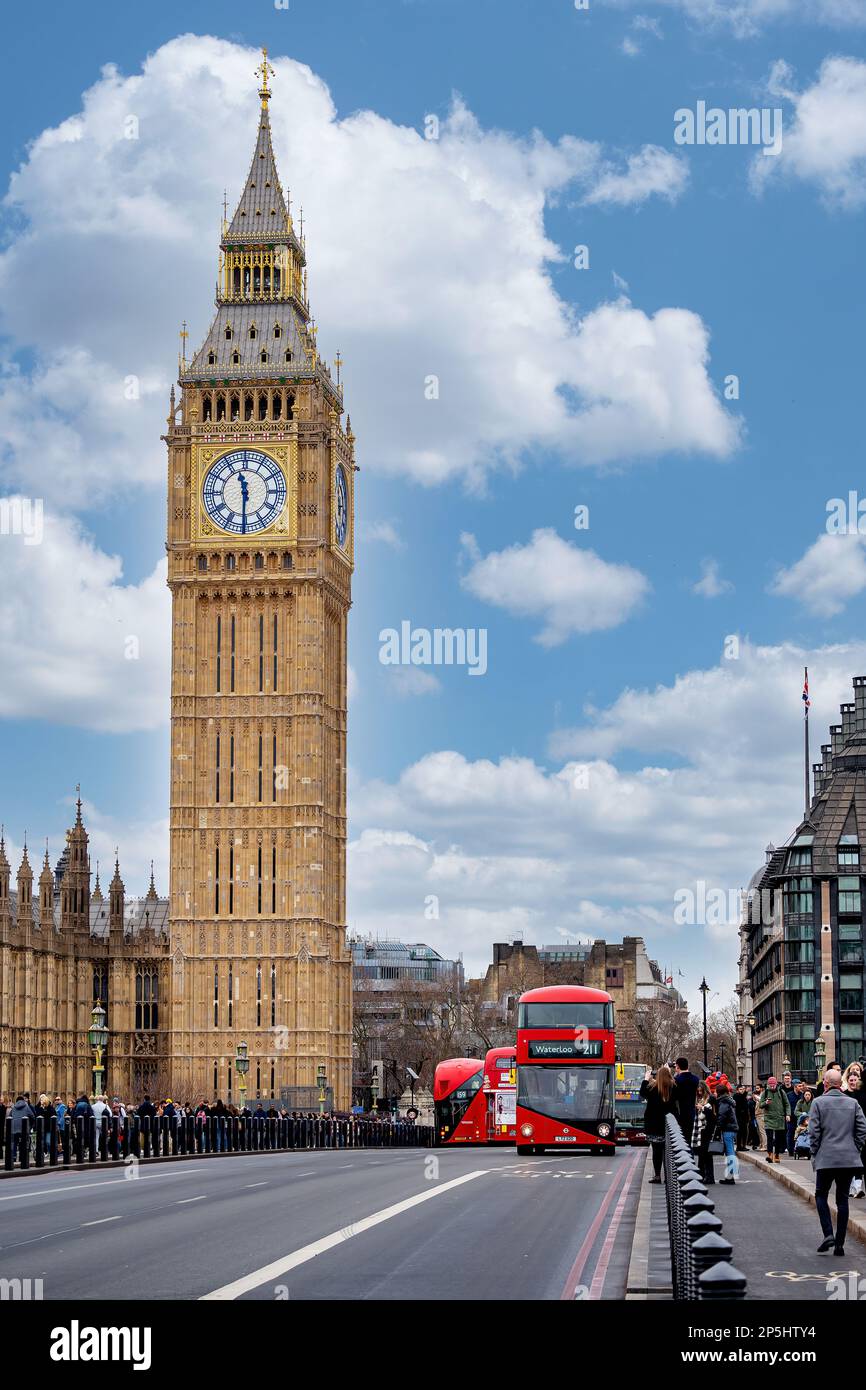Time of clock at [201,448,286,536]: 11:30
